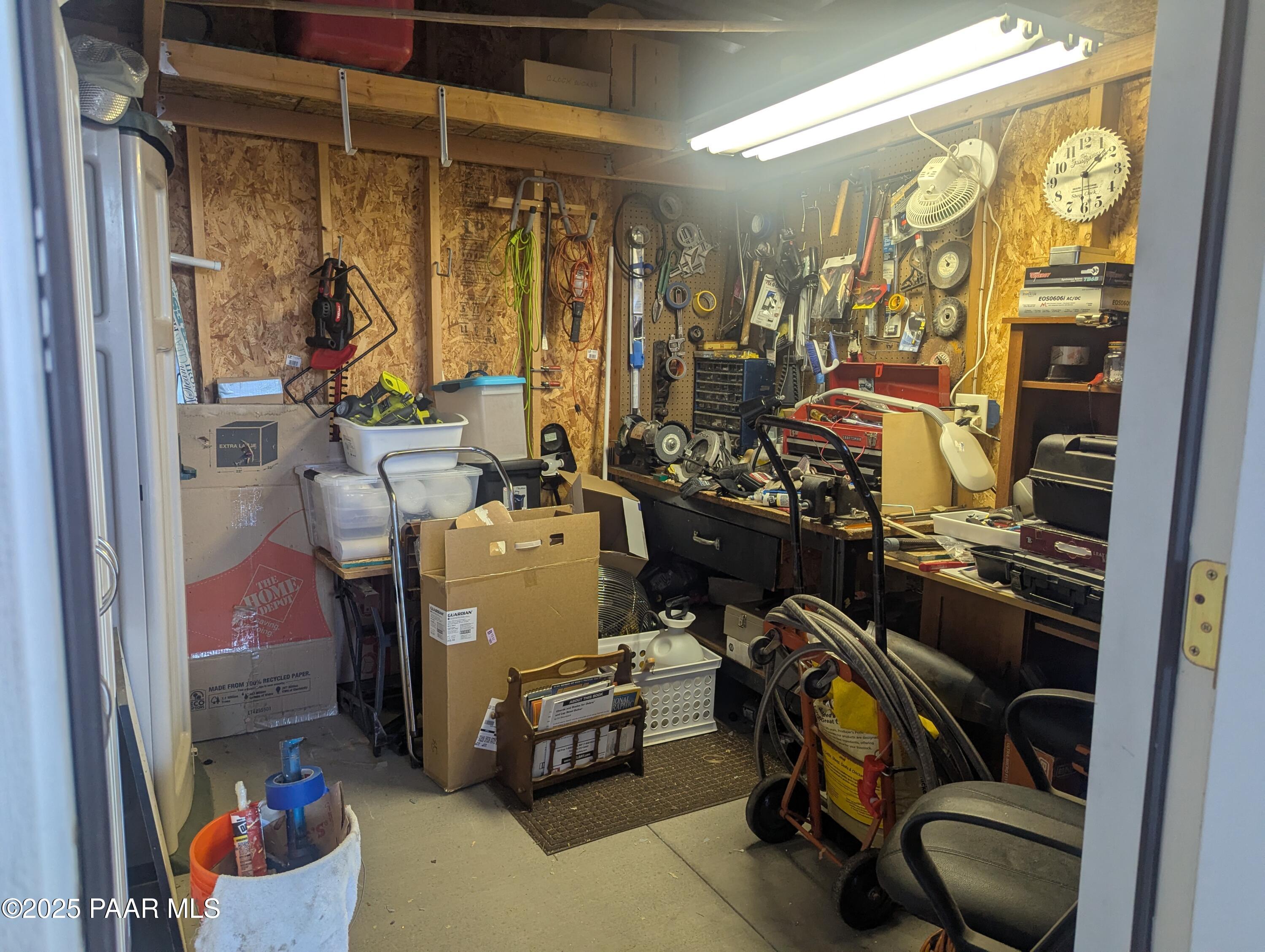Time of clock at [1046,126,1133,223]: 1:30
